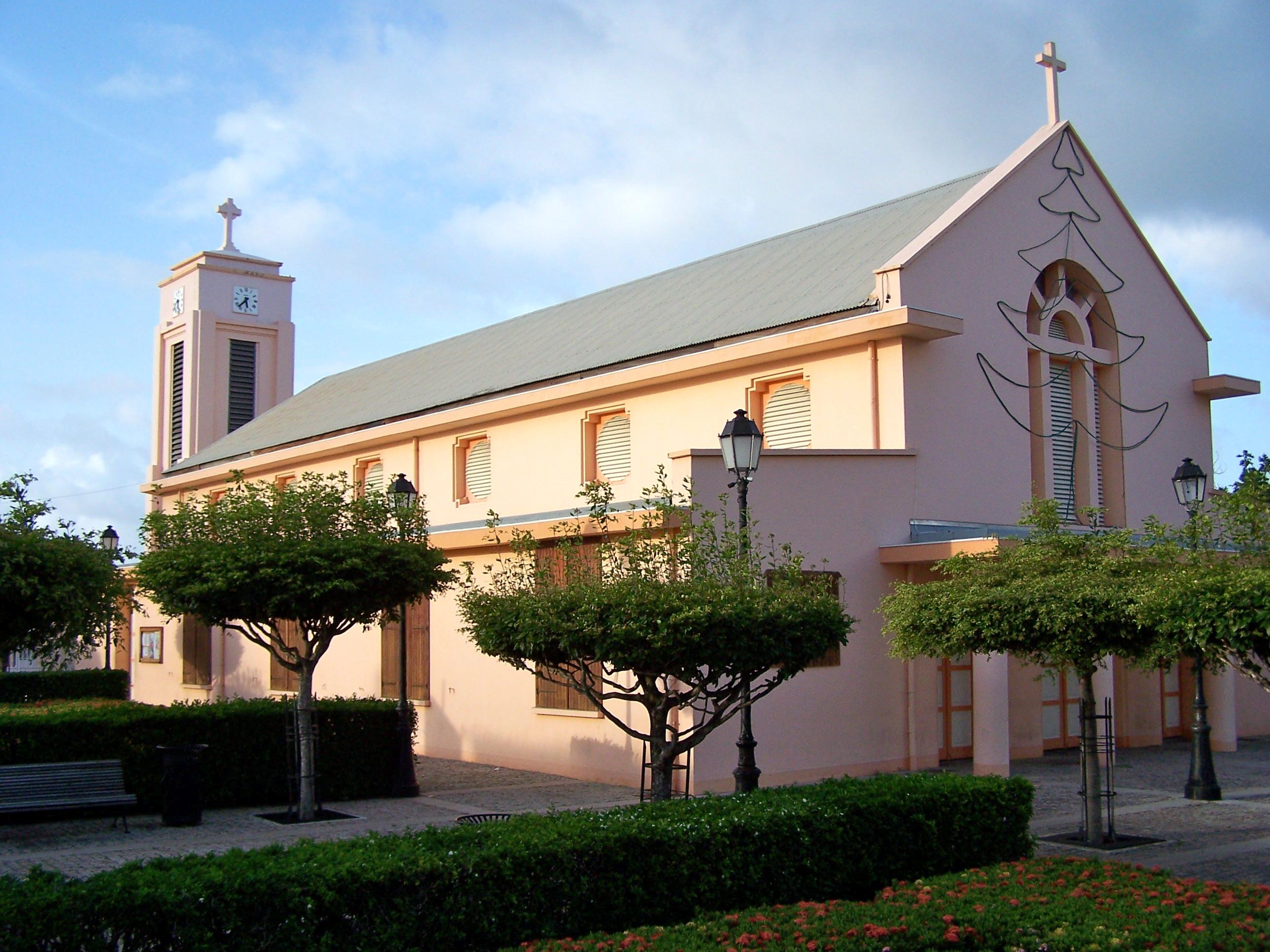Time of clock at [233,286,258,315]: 5:37
